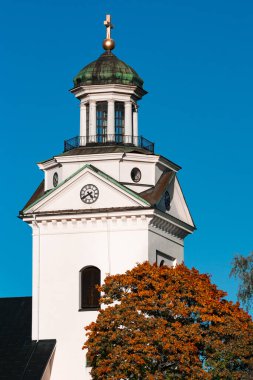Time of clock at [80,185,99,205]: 4:40
